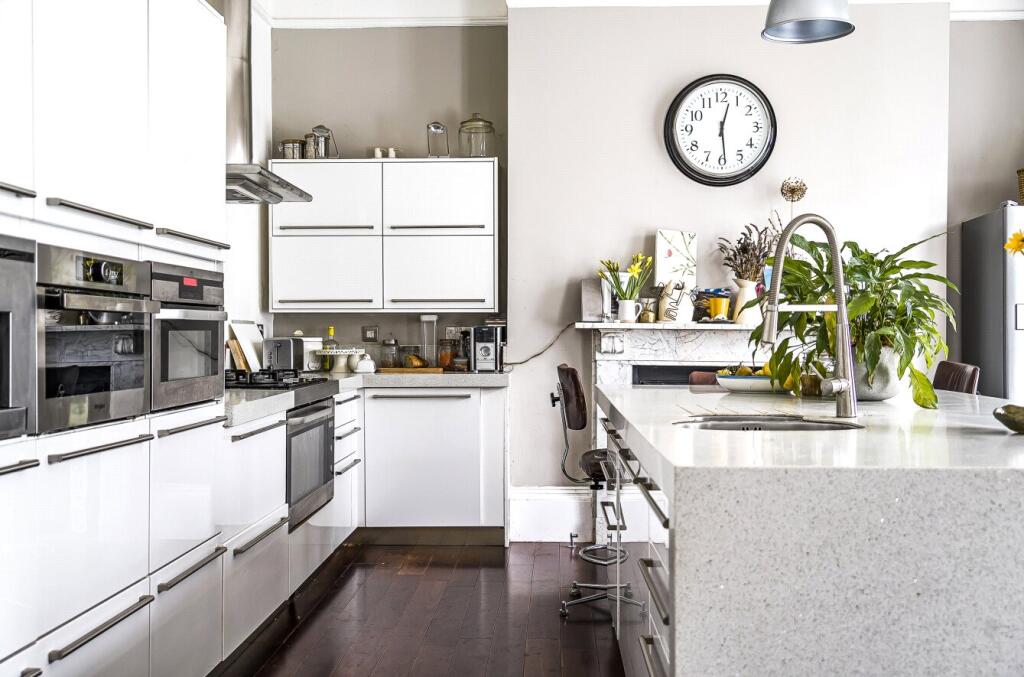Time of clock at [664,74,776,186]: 12:29
